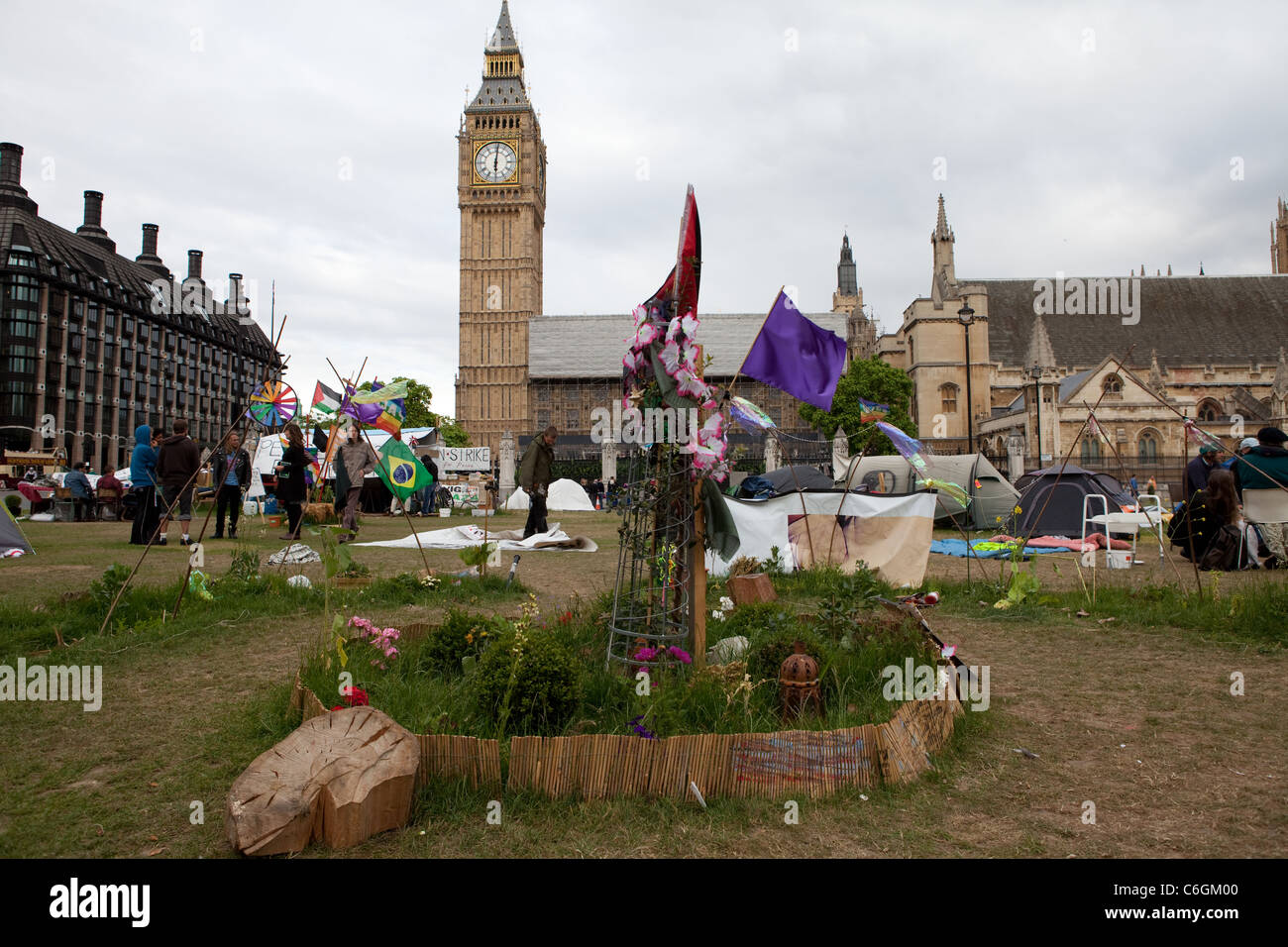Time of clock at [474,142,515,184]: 6:01
